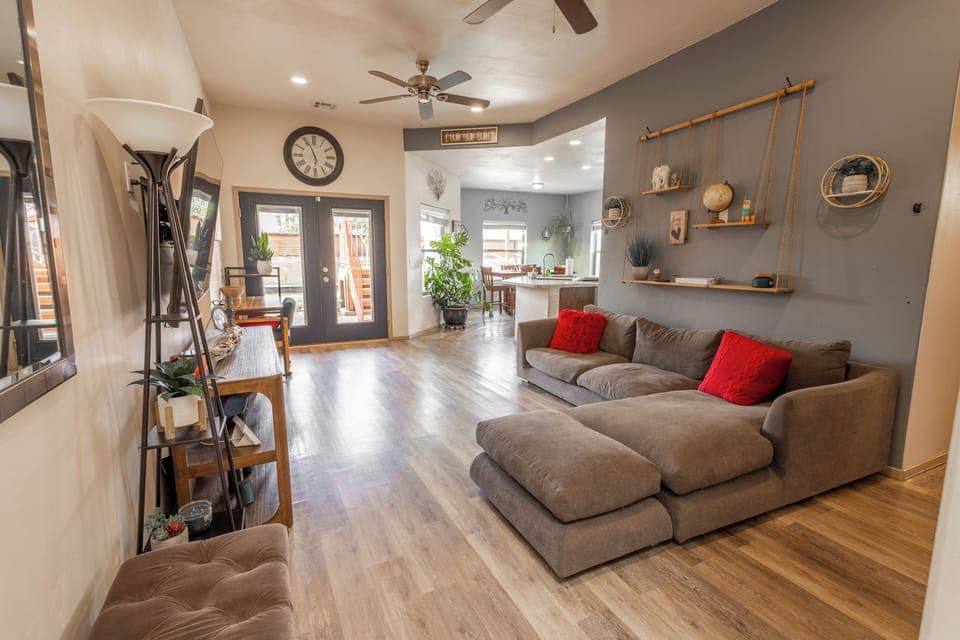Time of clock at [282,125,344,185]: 5:56
